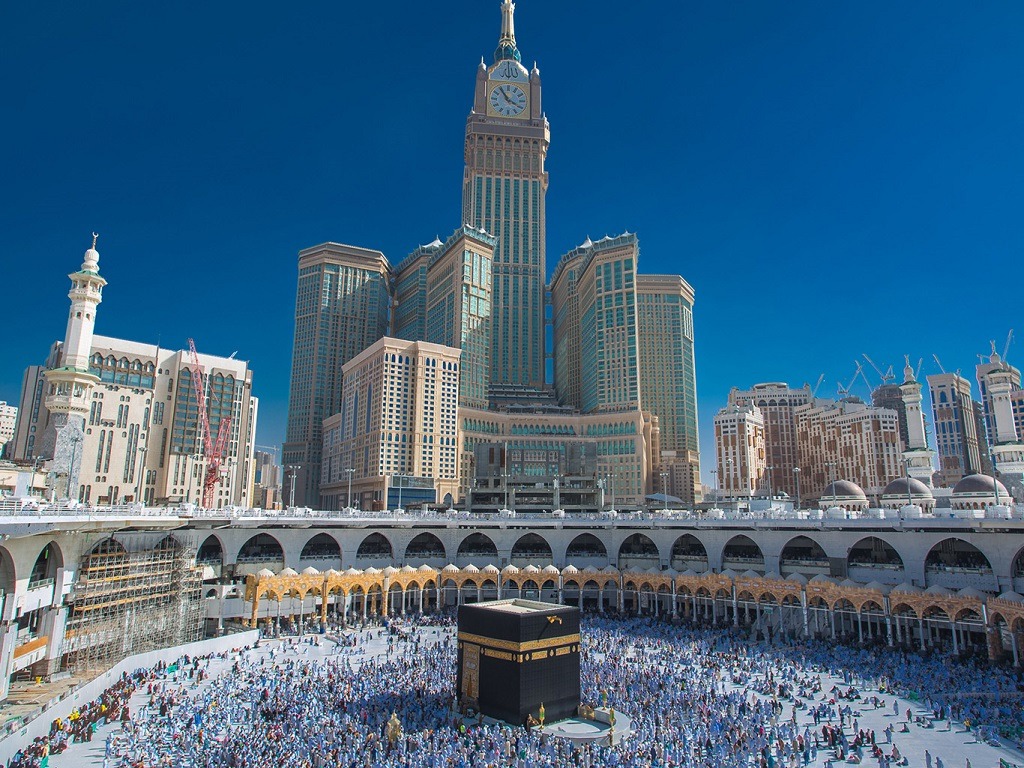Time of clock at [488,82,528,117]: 3:54
